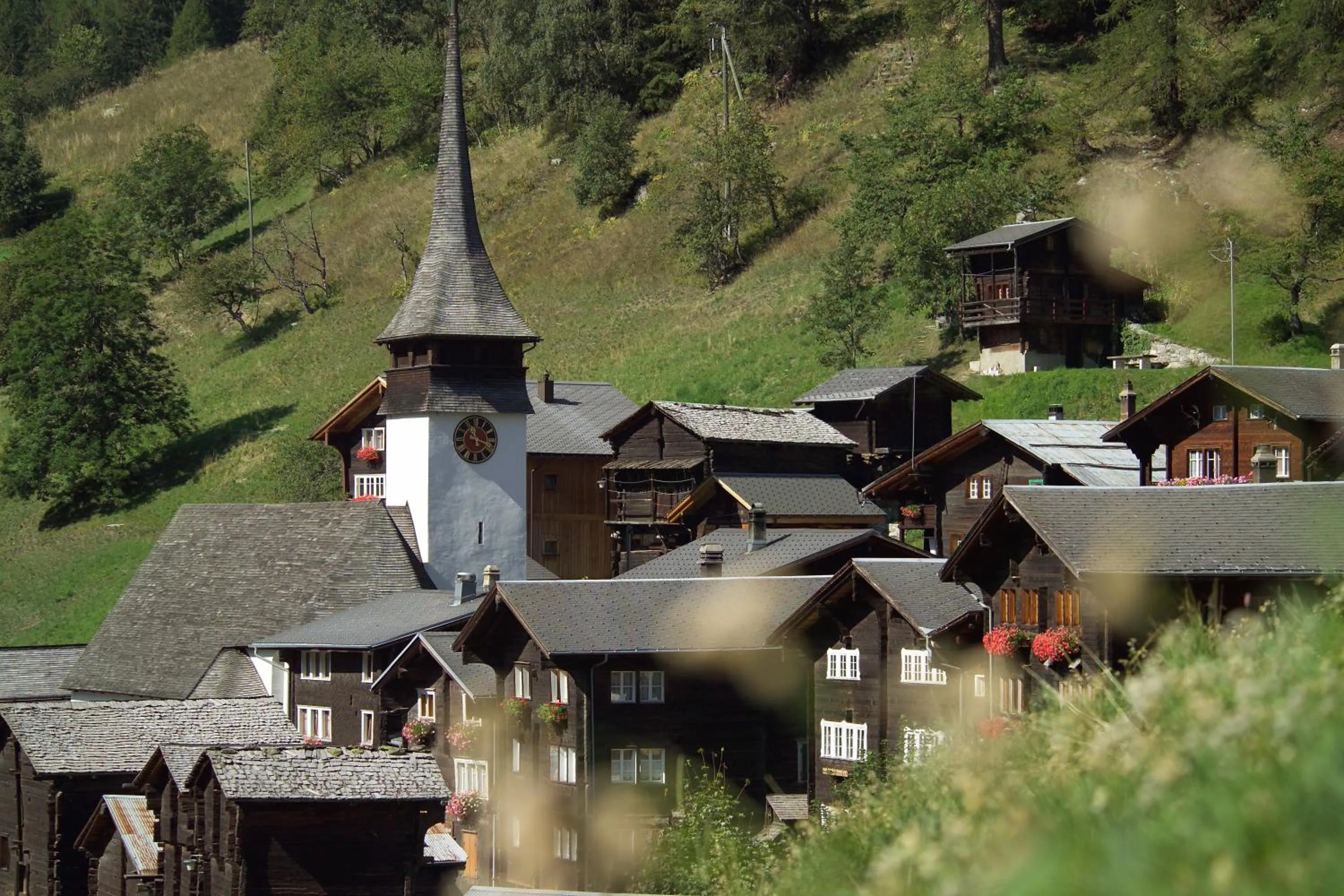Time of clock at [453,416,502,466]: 11:18
